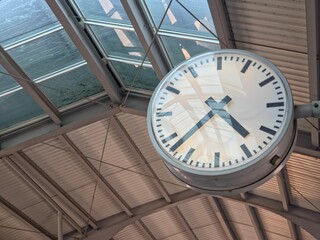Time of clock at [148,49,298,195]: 4:37
